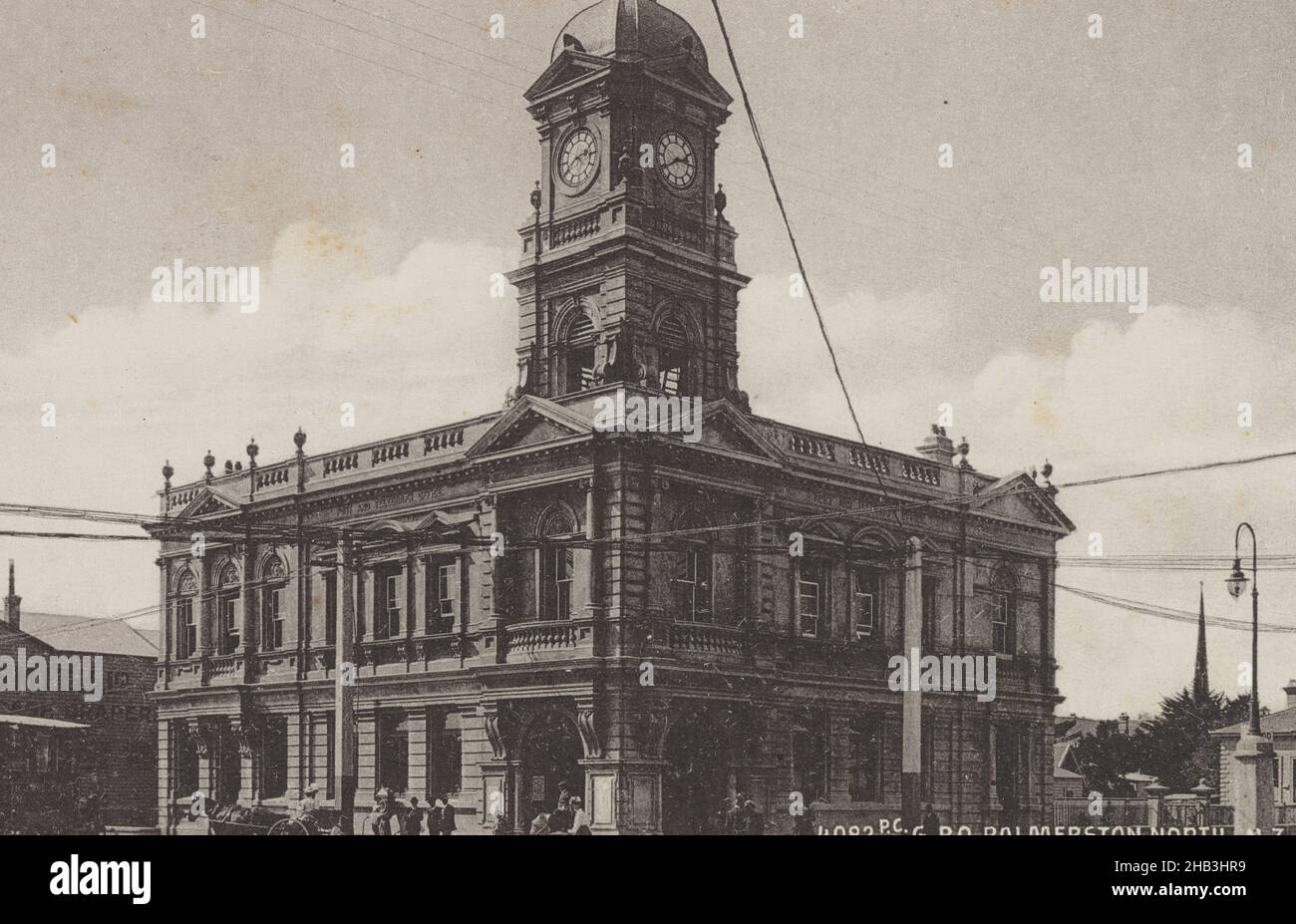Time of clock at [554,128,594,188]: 2:40
